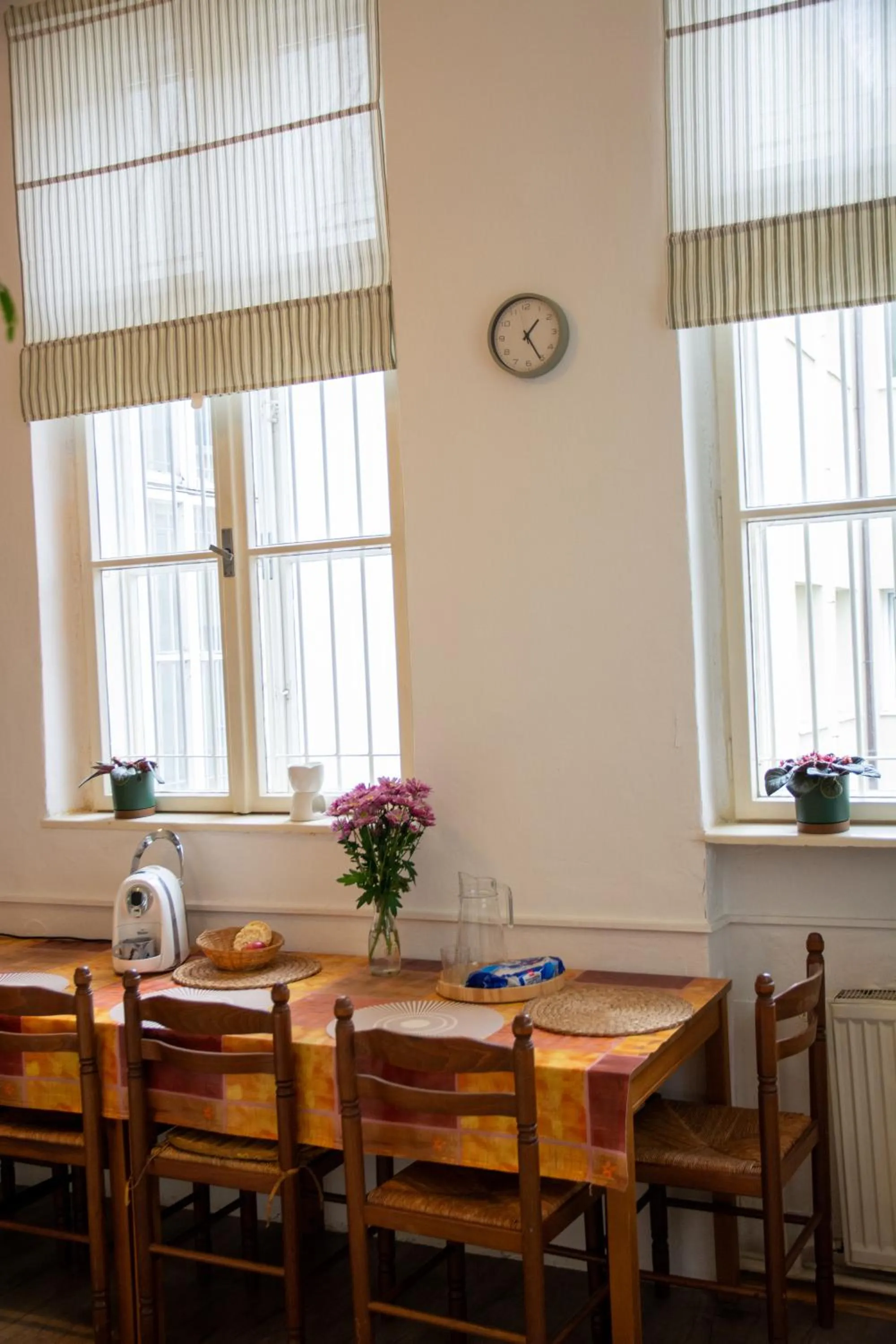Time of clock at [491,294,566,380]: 1:25
